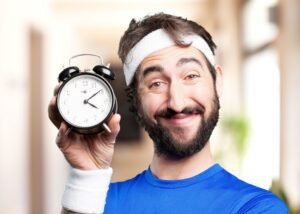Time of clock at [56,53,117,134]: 4:09
